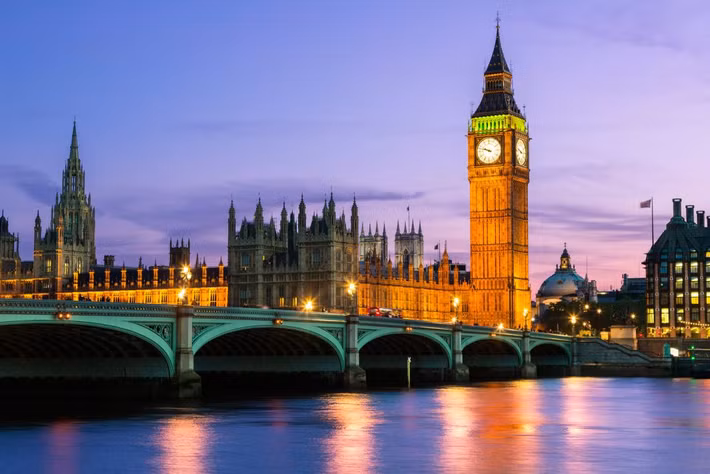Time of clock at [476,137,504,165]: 9:47
